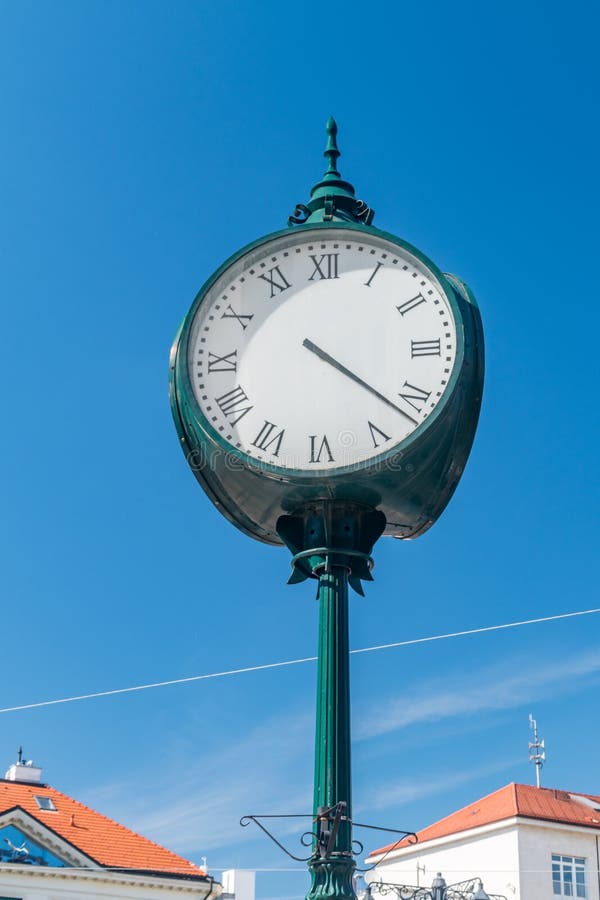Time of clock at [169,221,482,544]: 4:21
